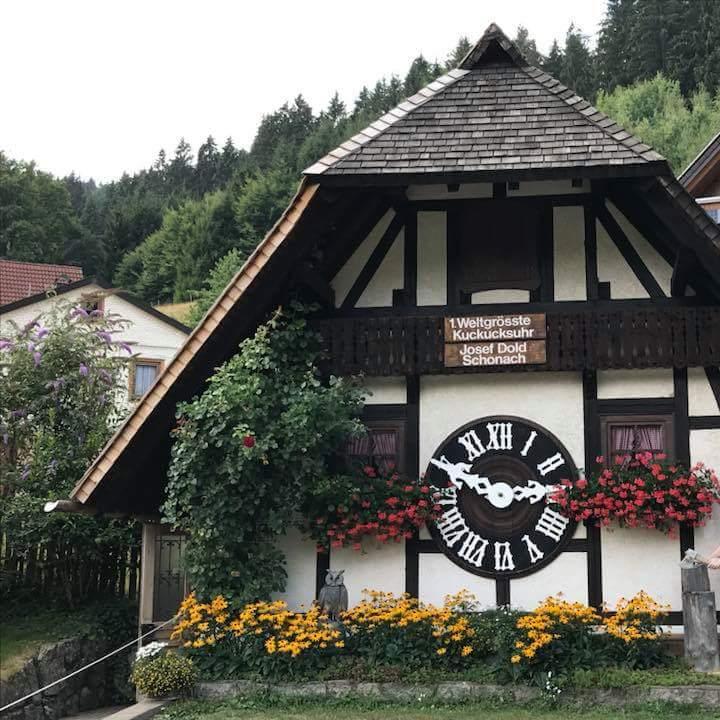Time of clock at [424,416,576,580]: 2:49
